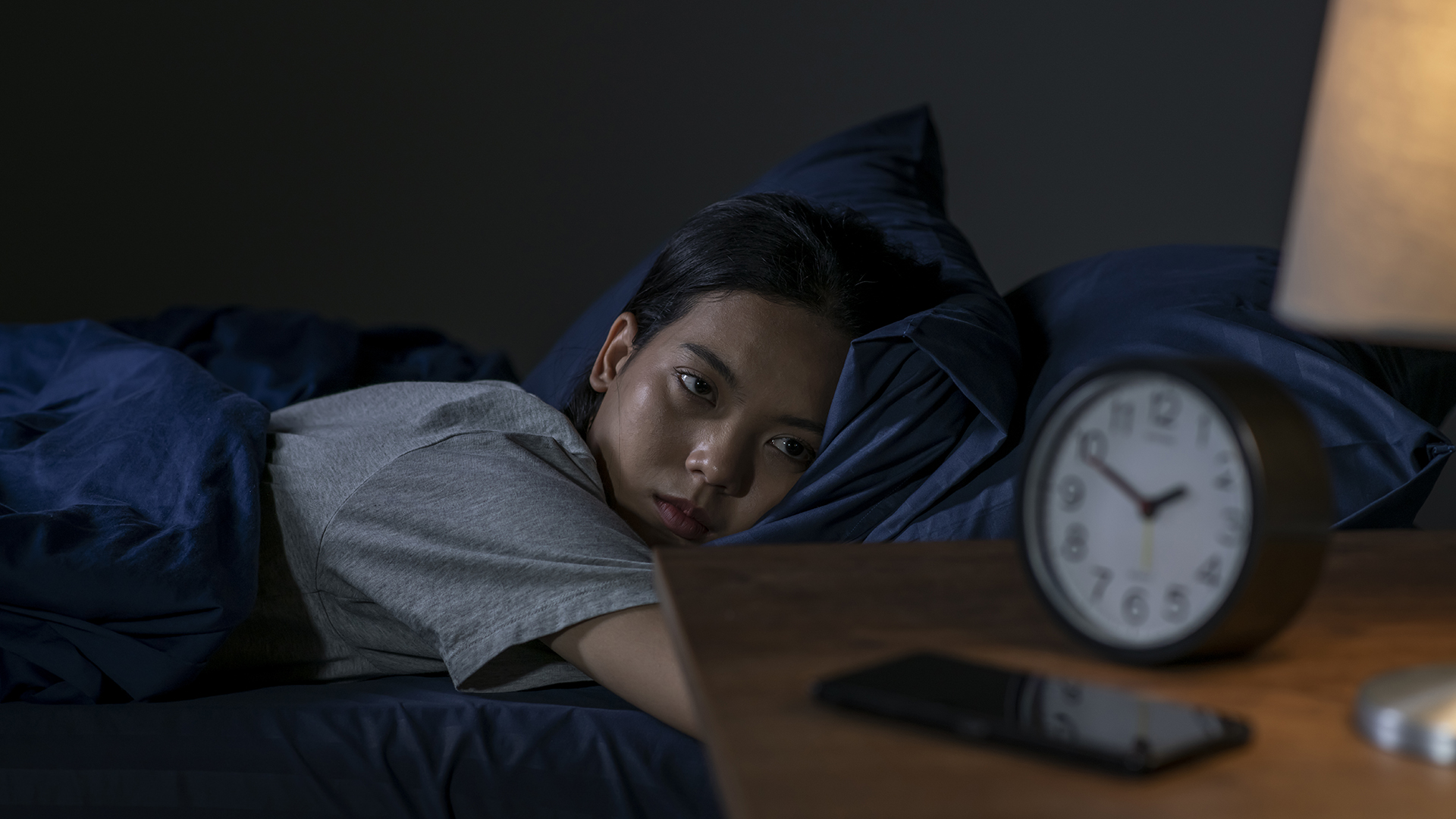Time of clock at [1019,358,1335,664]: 1:49
